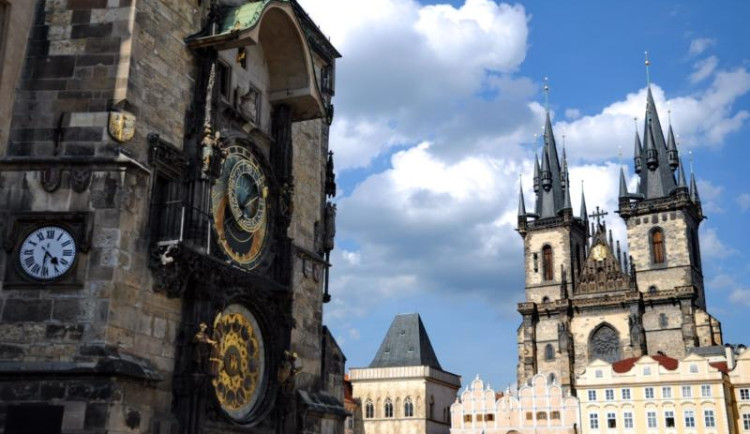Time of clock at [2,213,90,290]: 4:31
